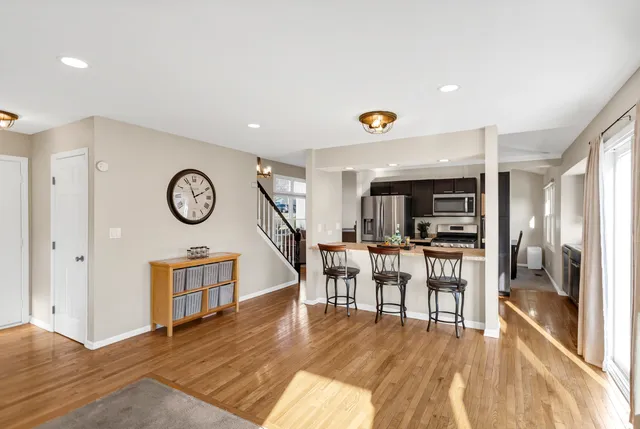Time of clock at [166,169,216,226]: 1:56
